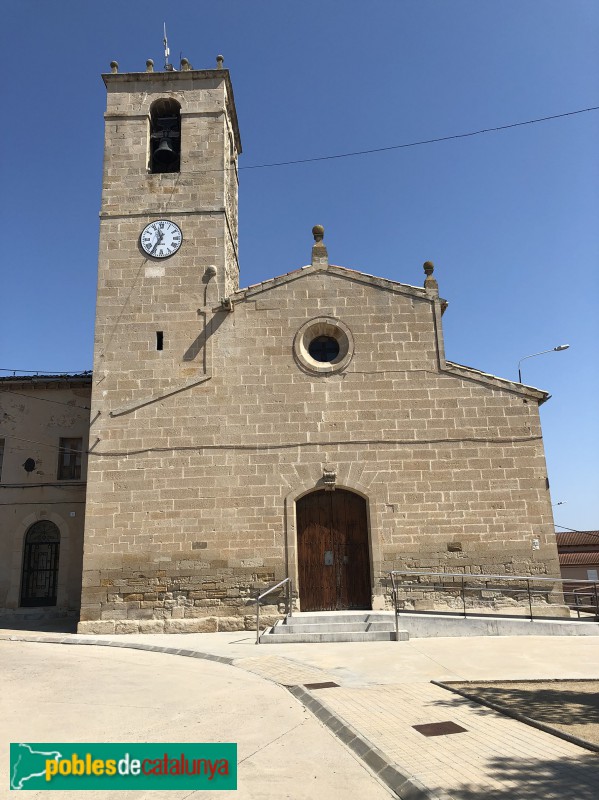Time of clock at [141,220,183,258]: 11:35
